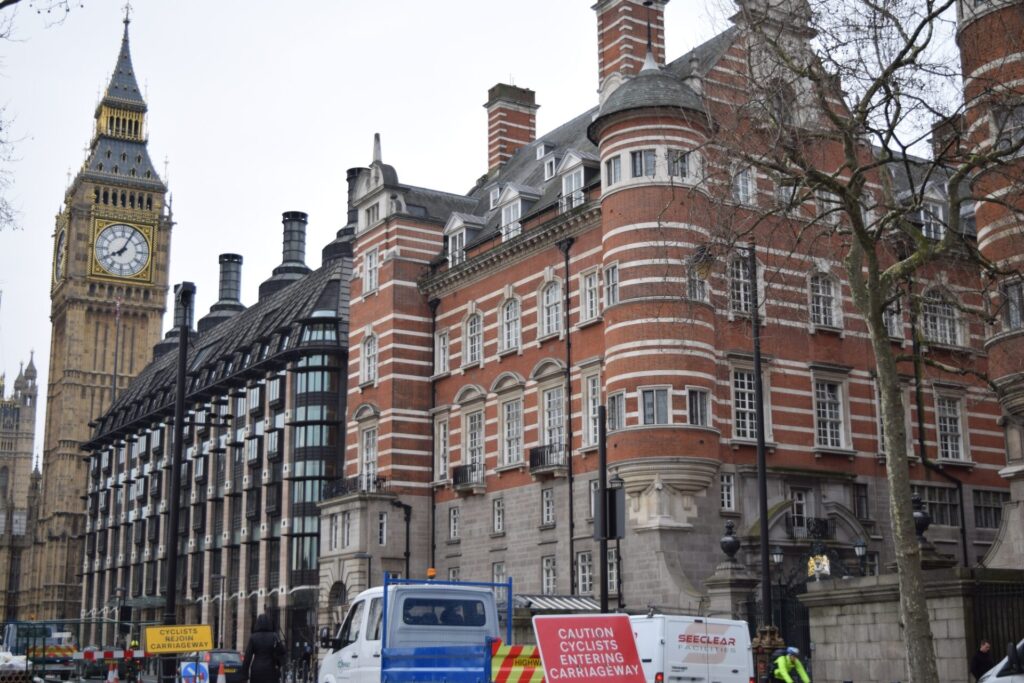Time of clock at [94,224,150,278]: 8:04
